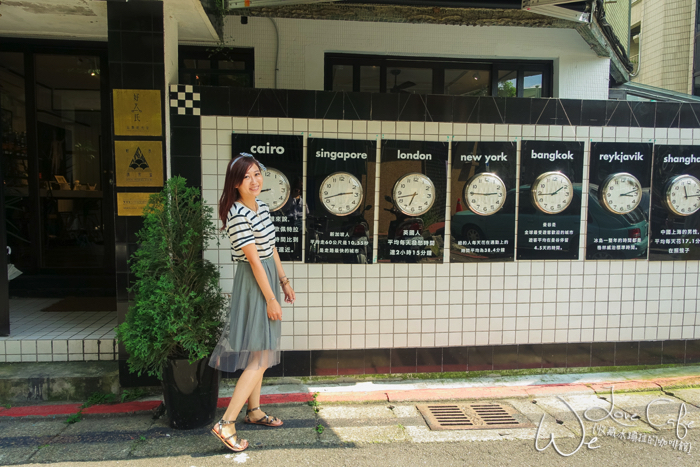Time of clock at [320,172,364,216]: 2:42
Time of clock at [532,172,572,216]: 1:43
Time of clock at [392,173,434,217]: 6:42
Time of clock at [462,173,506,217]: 2:45
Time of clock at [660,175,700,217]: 11:12
